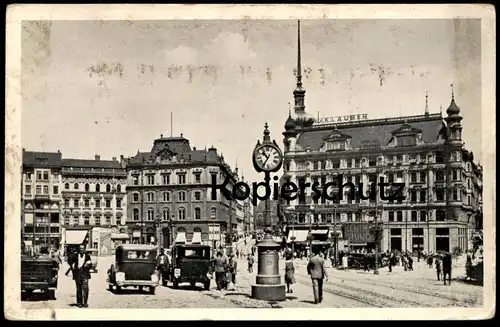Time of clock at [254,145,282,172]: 10:35
